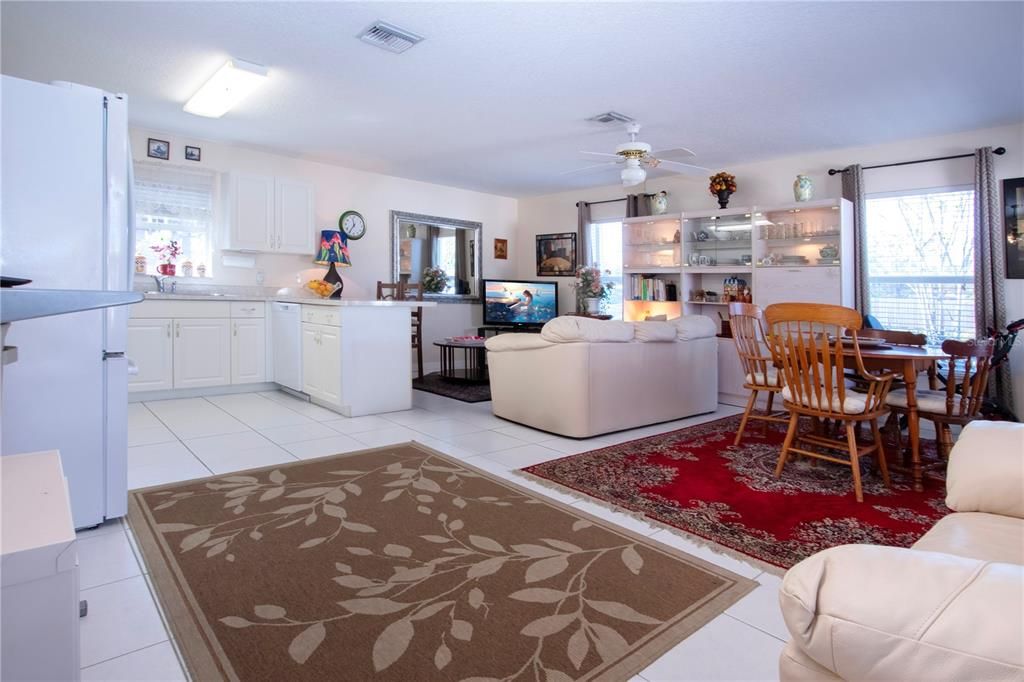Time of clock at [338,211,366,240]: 11:35
